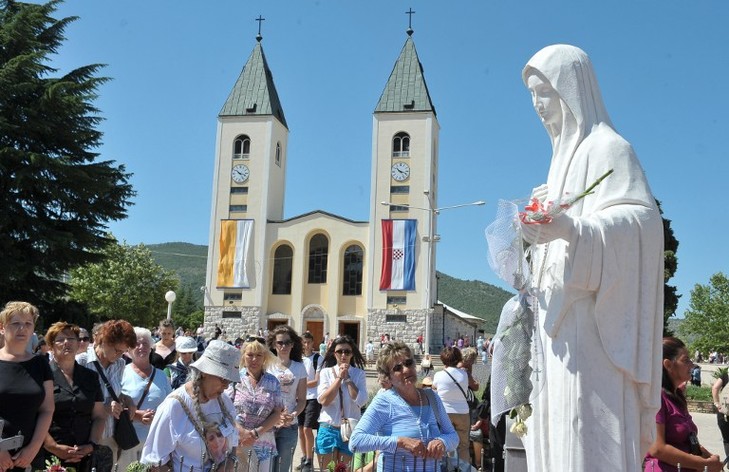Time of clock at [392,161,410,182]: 10:17
